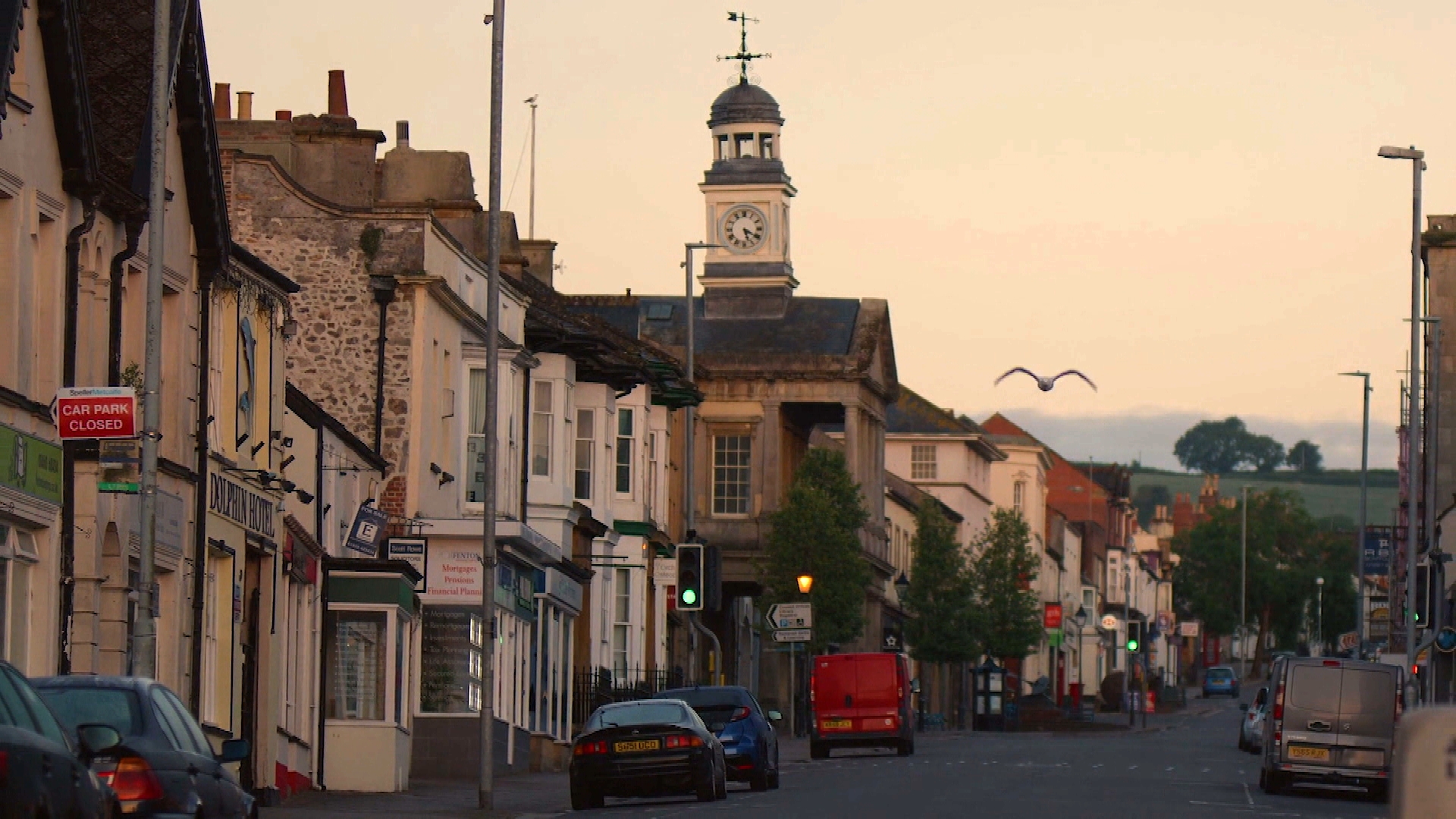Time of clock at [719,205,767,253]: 5:19
